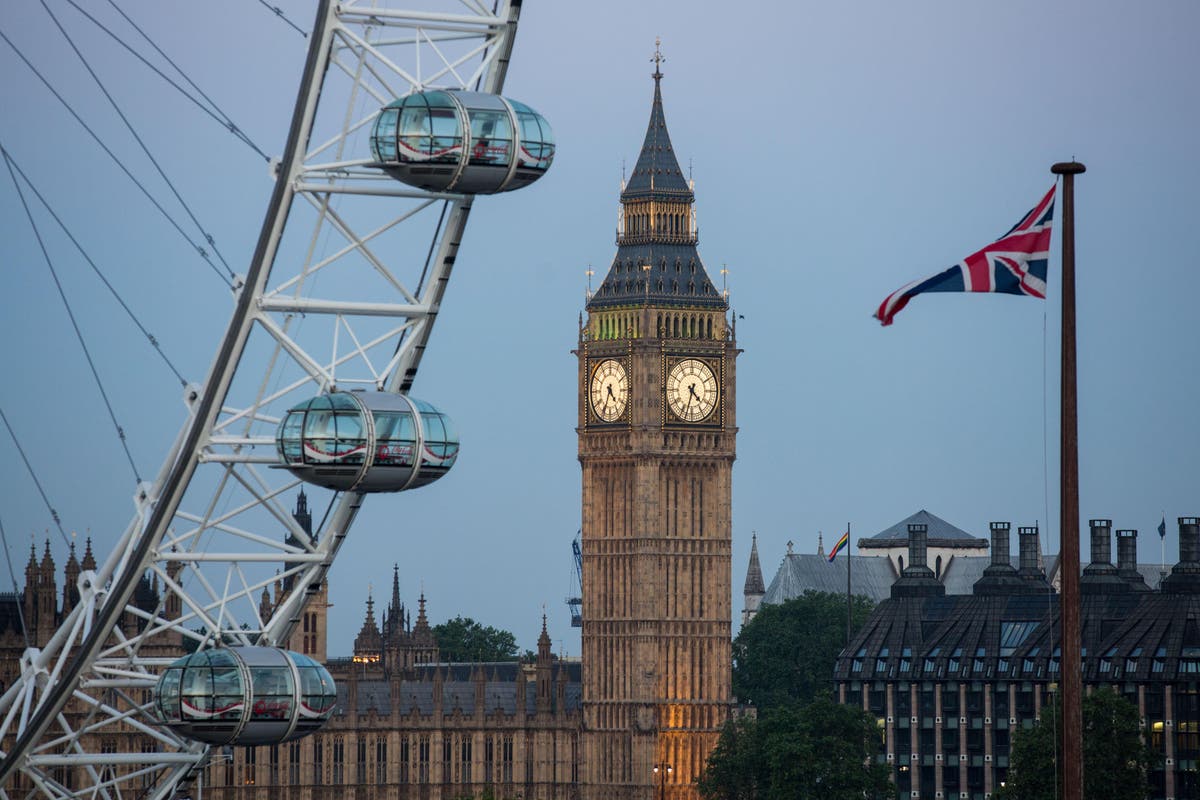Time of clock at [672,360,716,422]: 4:32
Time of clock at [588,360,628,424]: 4:34
